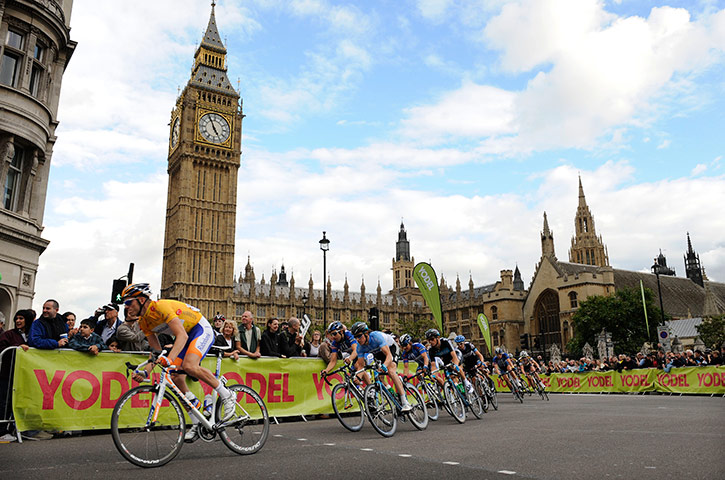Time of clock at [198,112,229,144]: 4:55
